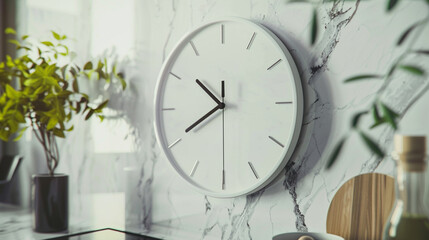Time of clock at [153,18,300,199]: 10:40
